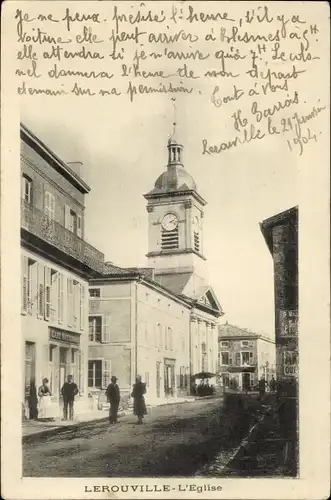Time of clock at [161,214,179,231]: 2:18
